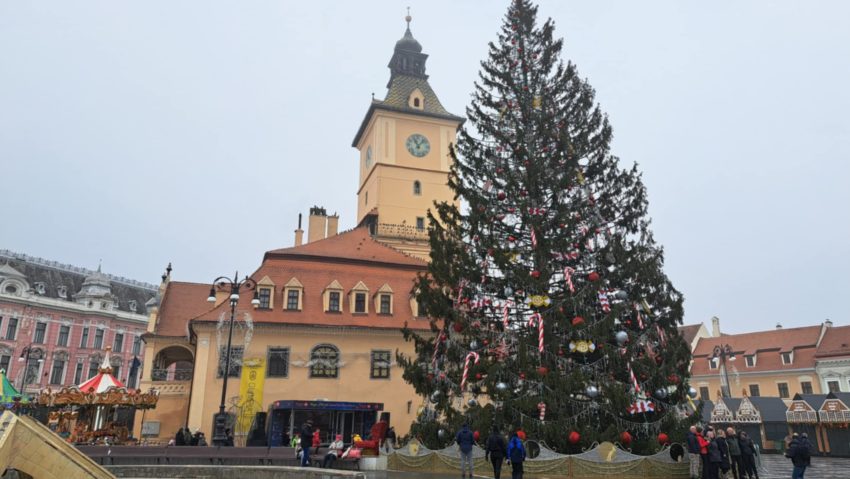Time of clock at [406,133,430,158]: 11:07
